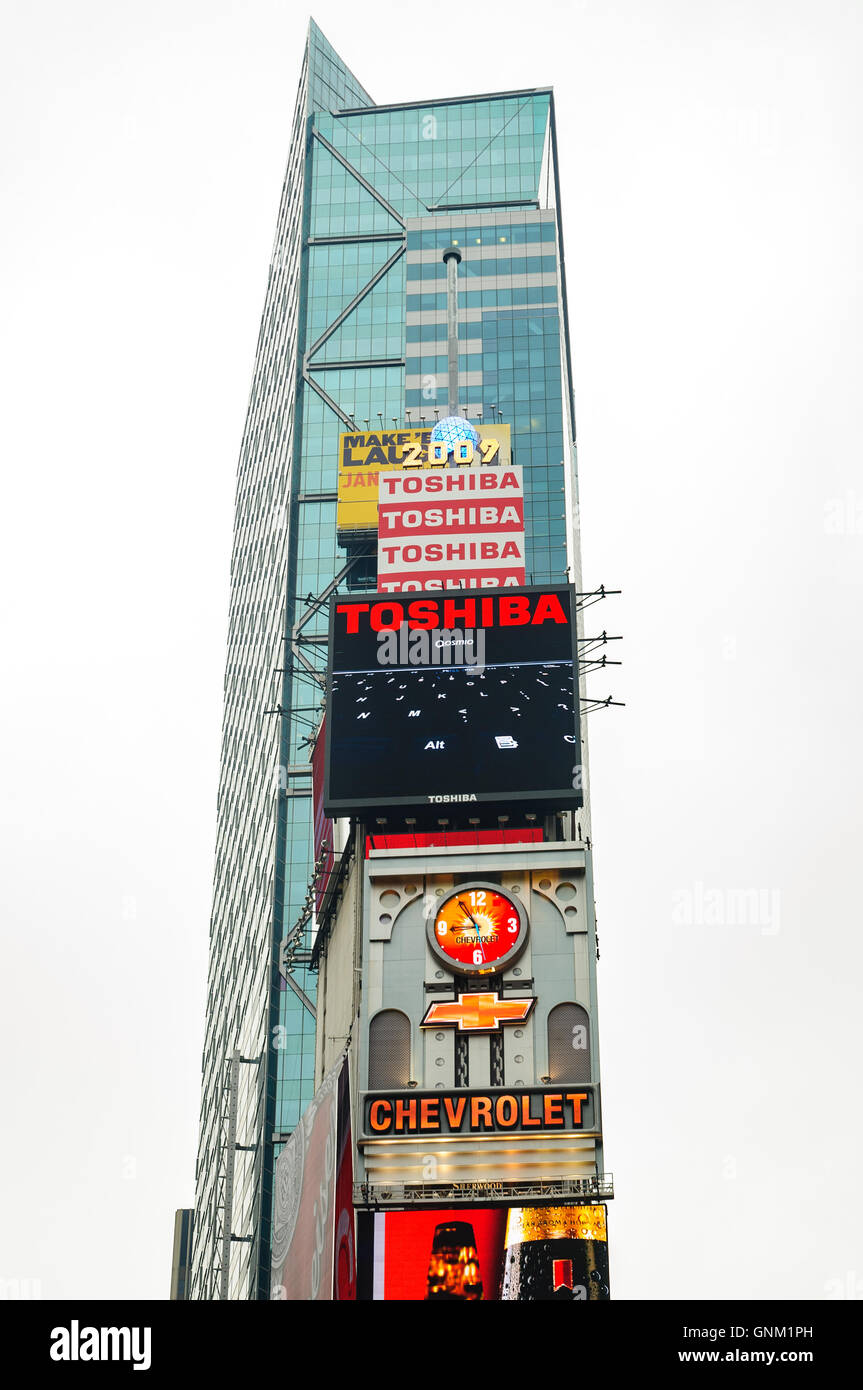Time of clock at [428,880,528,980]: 8:54
